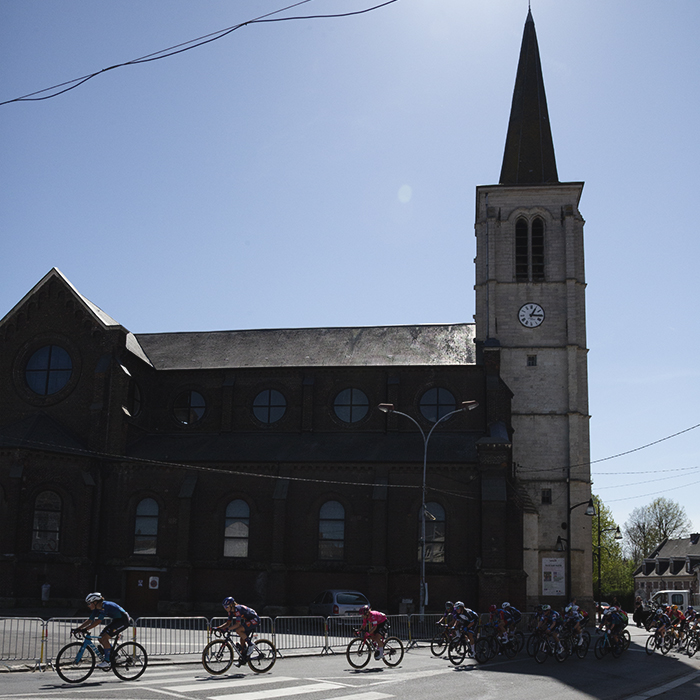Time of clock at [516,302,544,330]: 3:04
